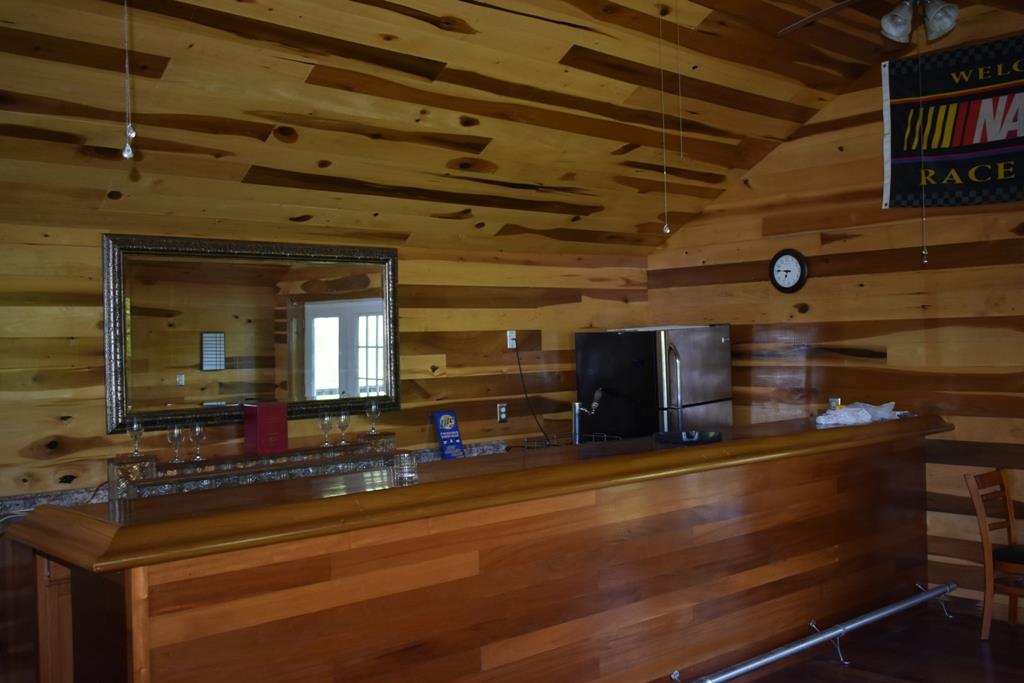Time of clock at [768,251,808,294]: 6:46
